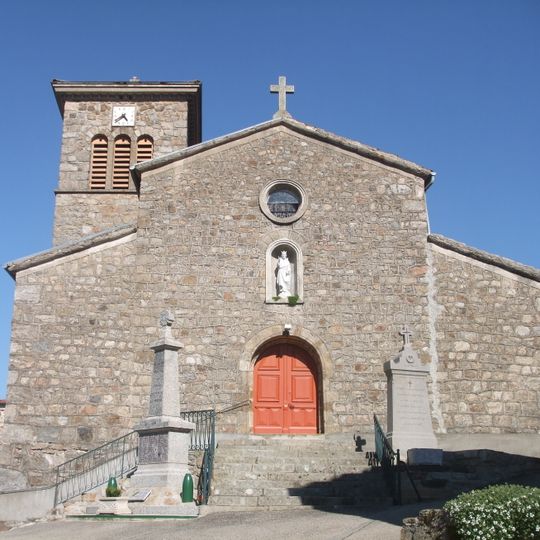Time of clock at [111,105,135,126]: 4:38
